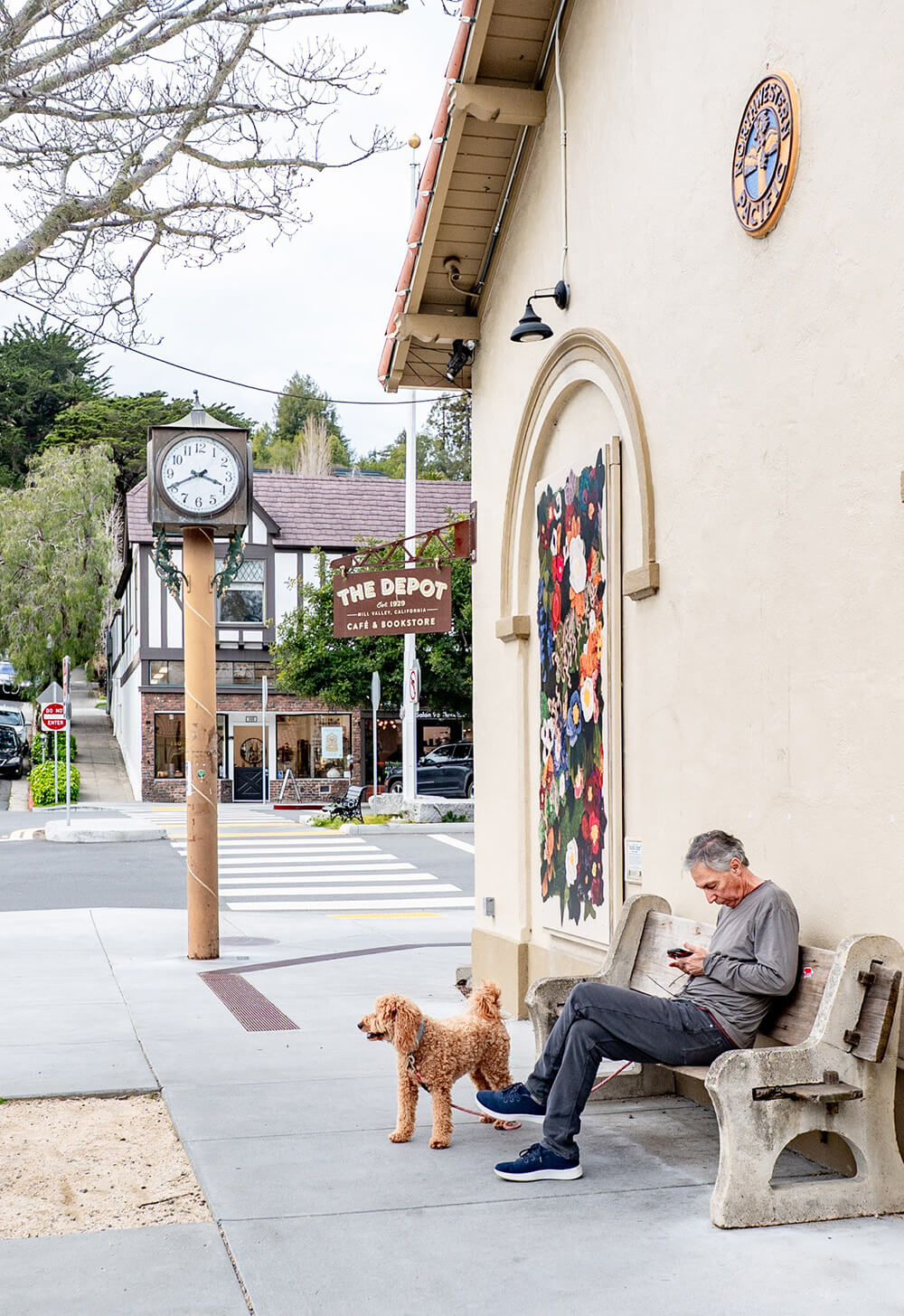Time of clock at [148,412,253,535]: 3:40
